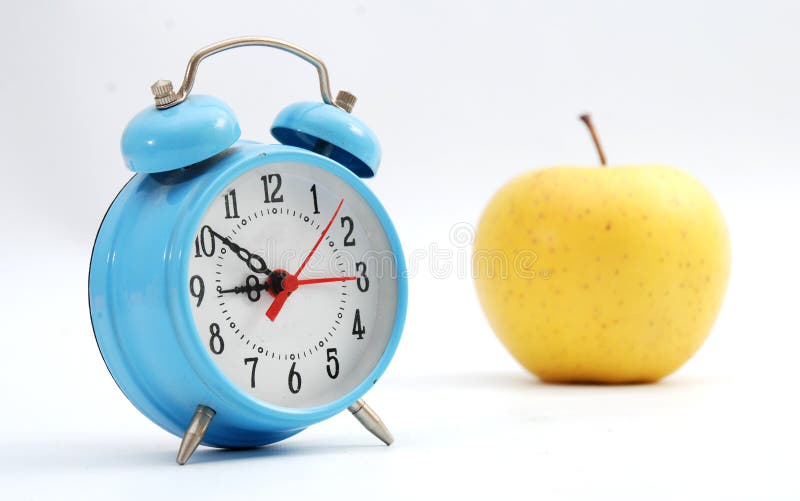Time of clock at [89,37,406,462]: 8:51
